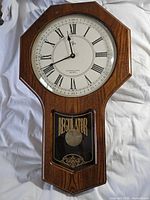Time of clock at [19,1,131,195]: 11:41
